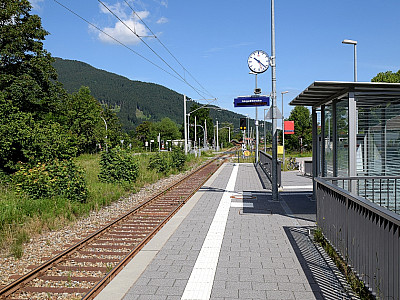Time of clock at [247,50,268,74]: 10:22
